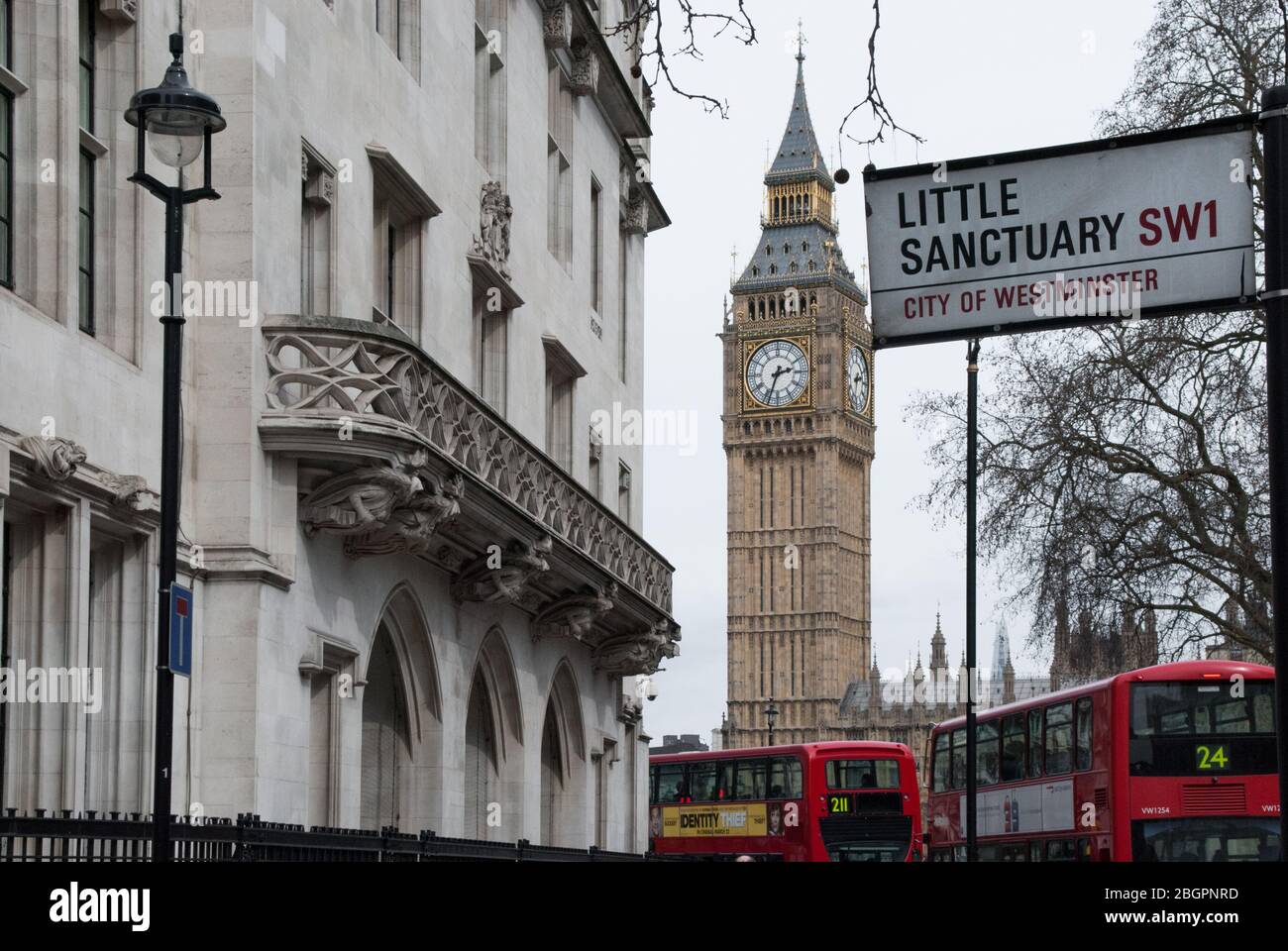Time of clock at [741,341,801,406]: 2:33
